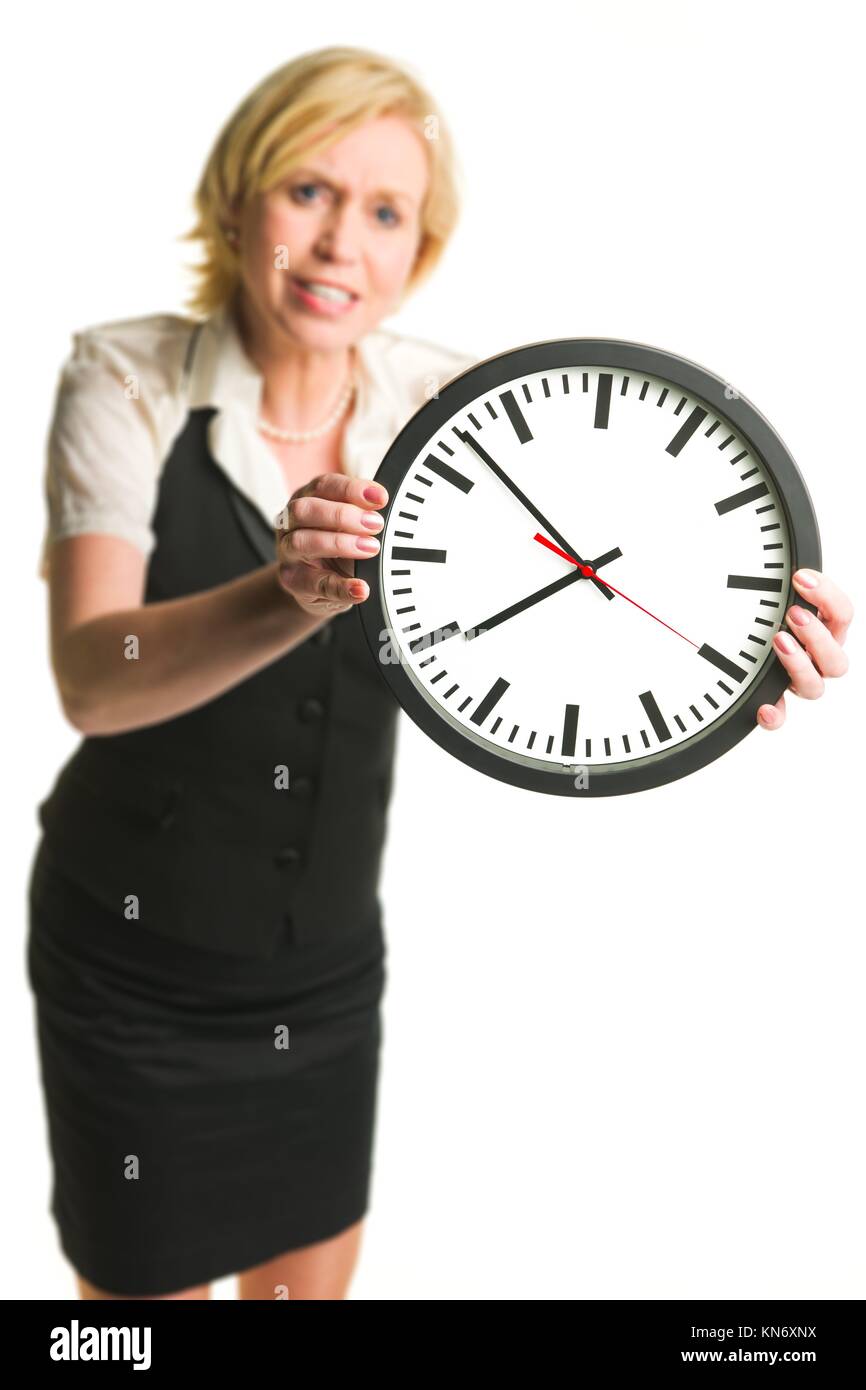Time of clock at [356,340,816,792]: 7:52
